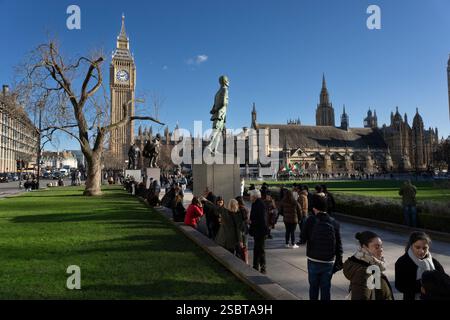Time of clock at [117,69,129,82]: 9:10
